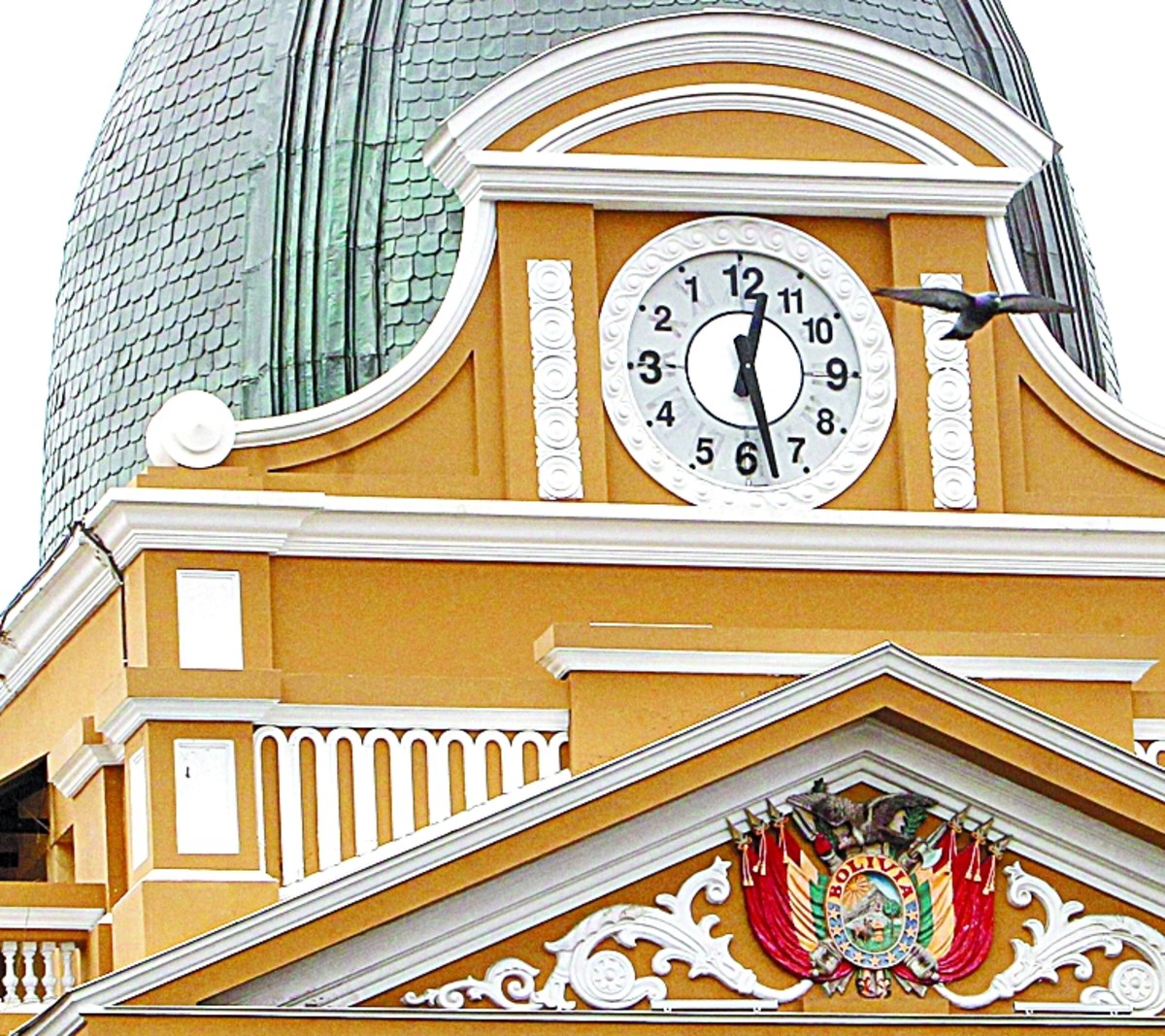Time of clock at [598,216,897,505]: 12:27
